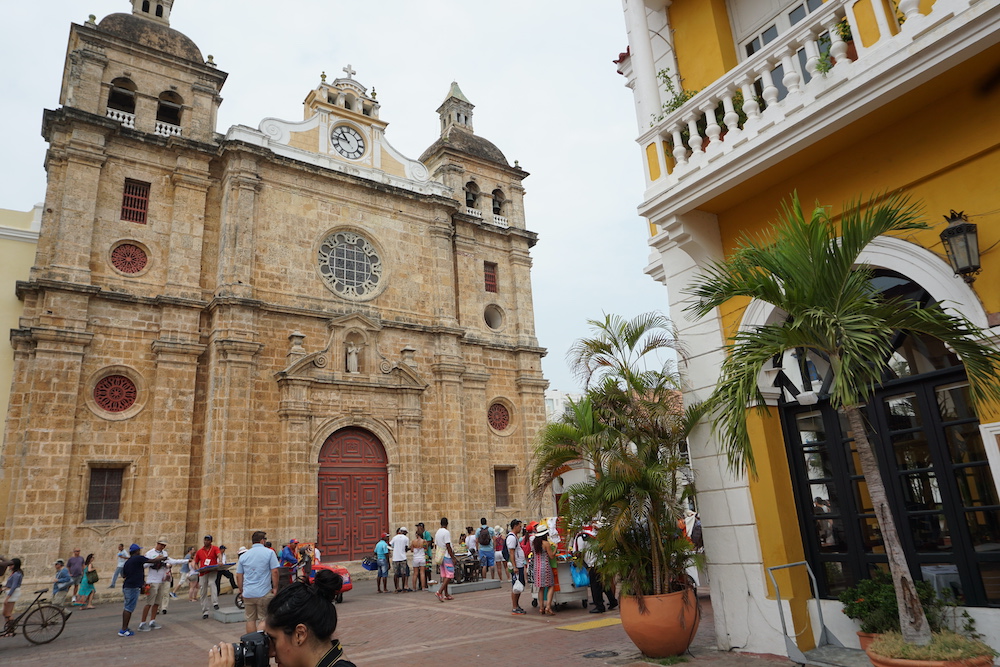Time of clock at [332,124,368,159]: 10:46
